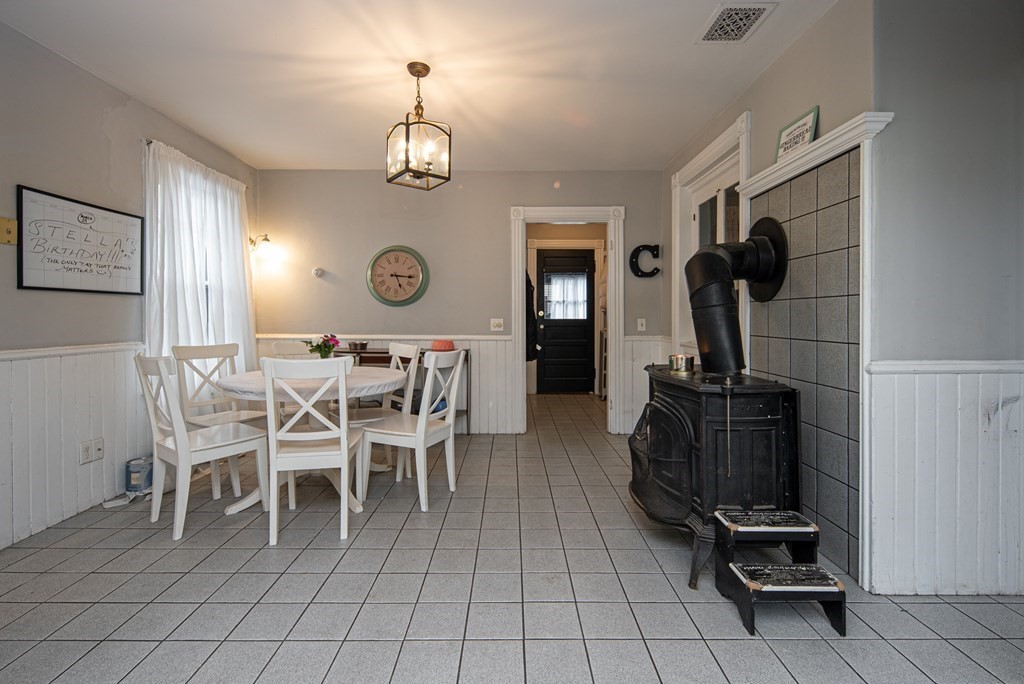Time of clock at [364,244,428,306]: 5:15
